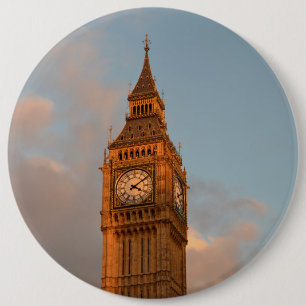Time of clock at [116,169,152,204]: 4:09
